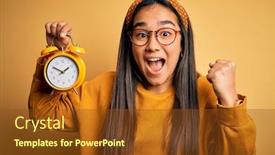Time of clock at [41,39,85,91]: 1:50
